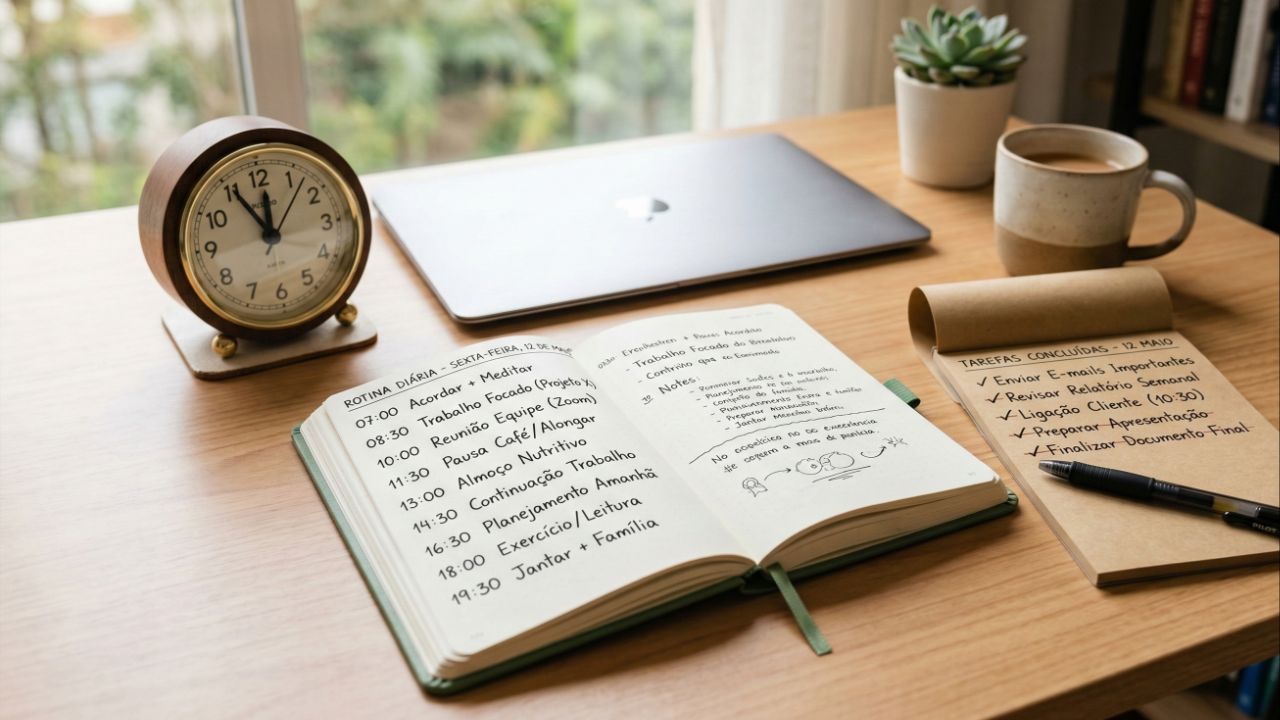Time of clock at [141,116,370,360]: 11:55
